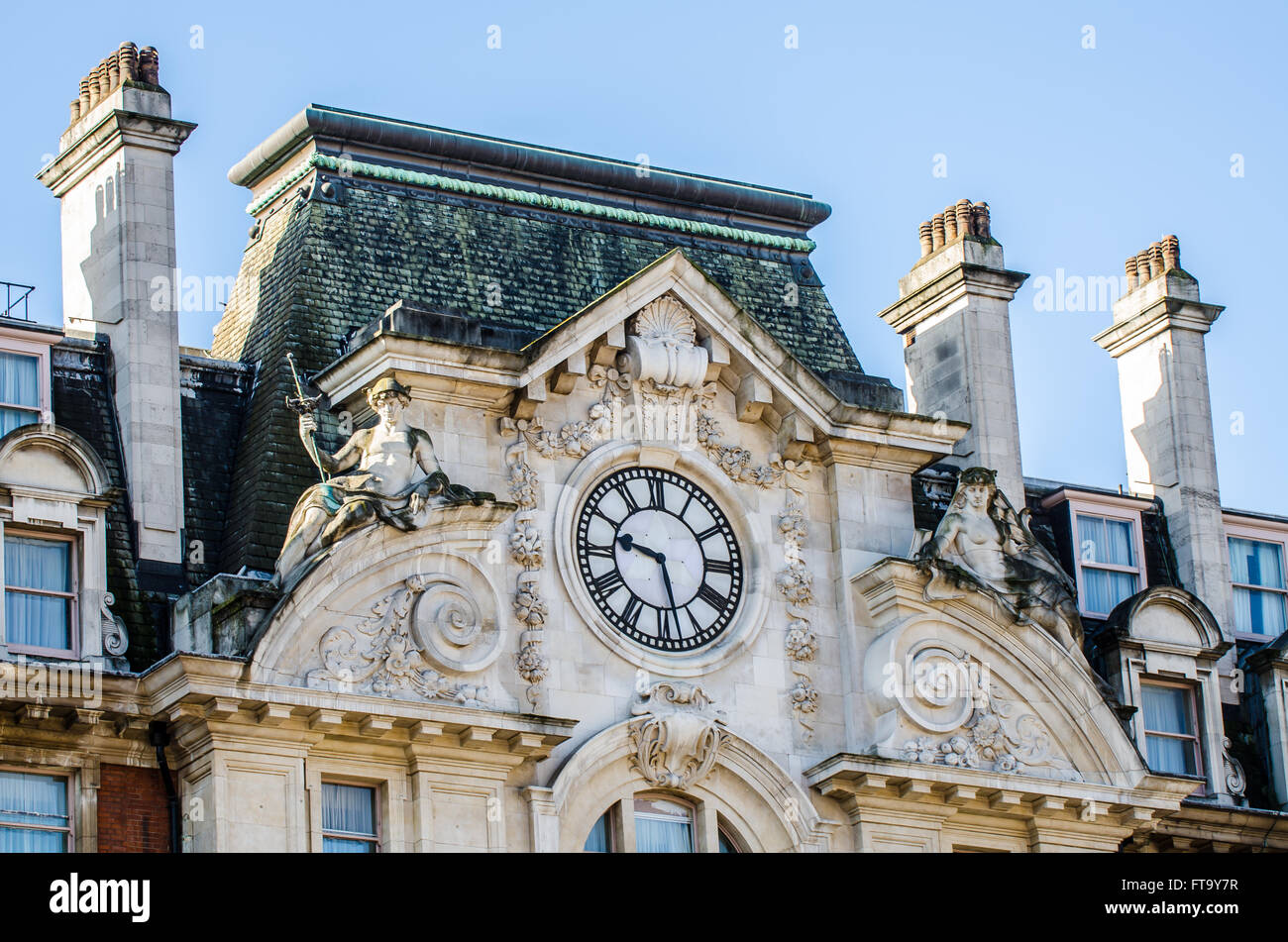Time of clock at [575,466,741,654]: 9:27
